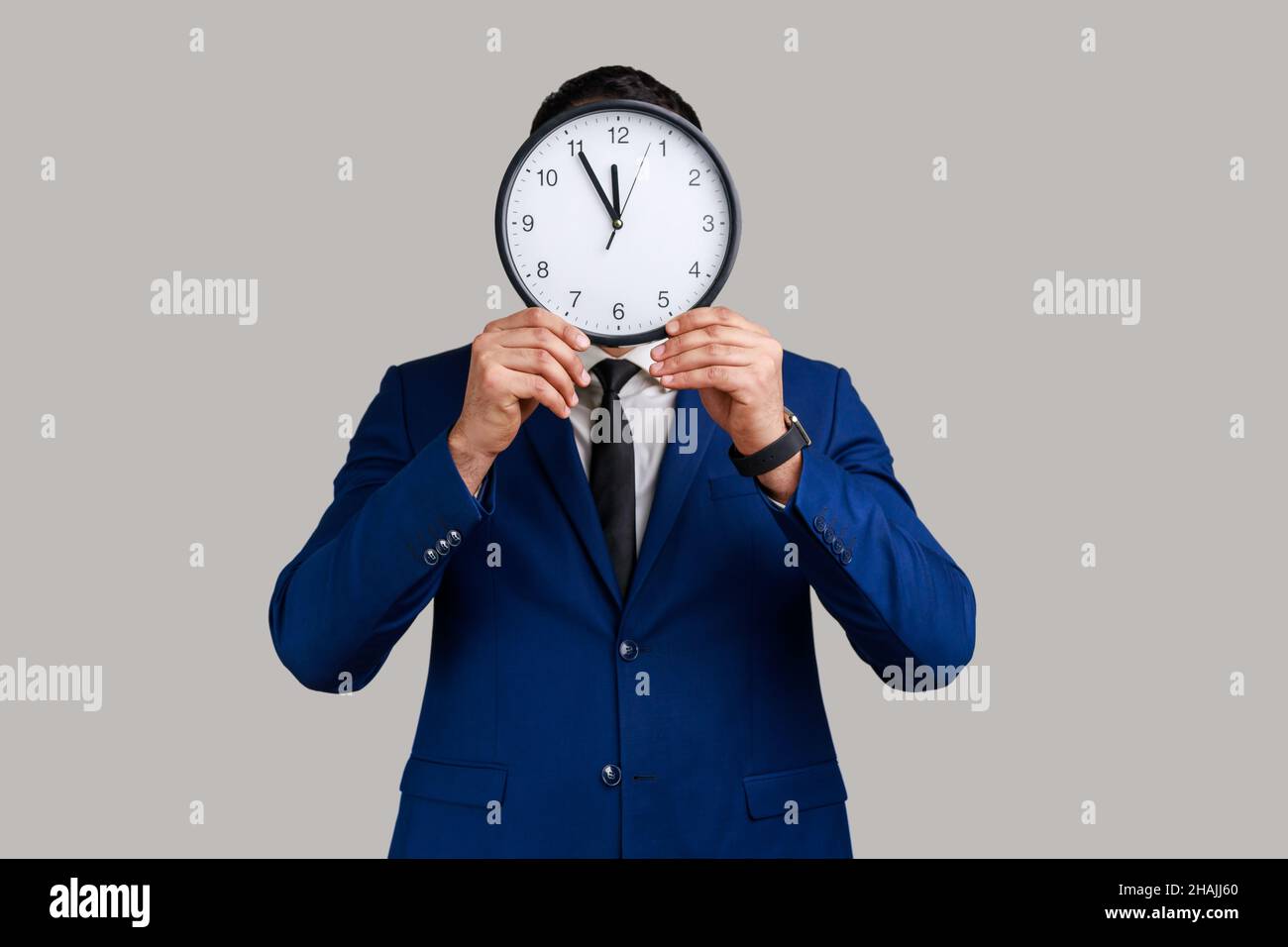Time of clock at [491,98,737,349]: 11:54
